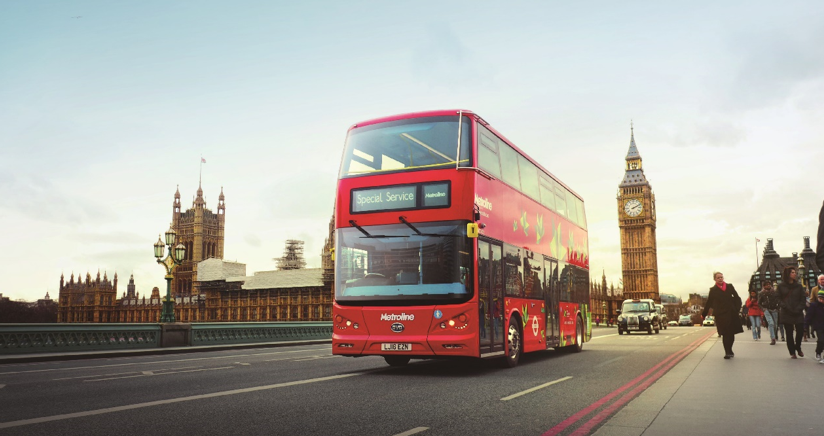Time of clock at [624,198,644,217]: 2:11
